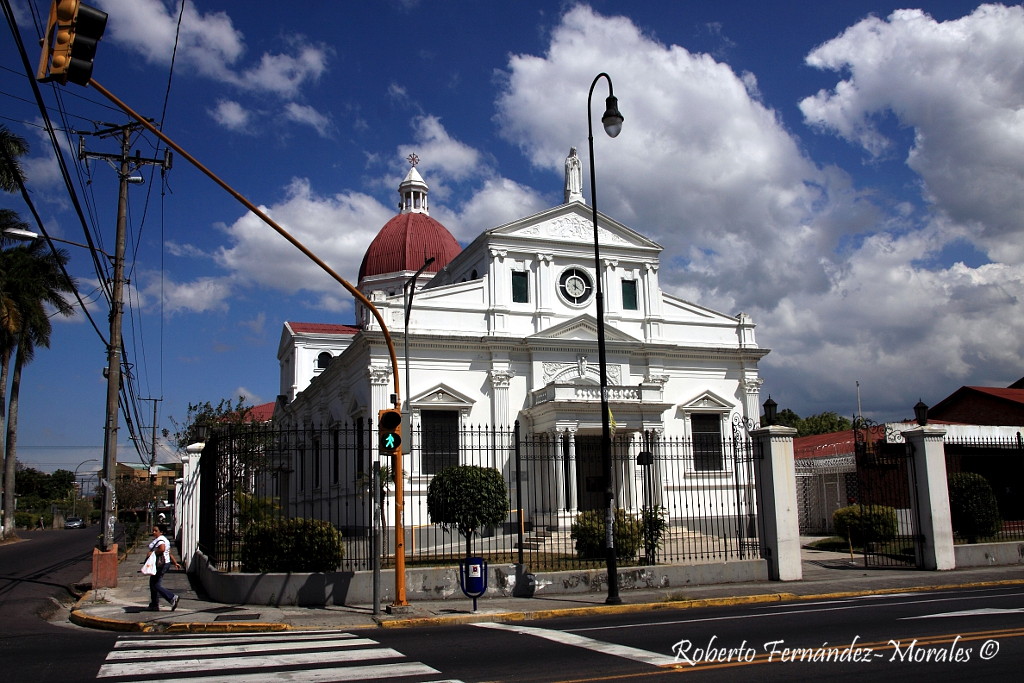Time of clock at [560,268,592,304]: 4:01
